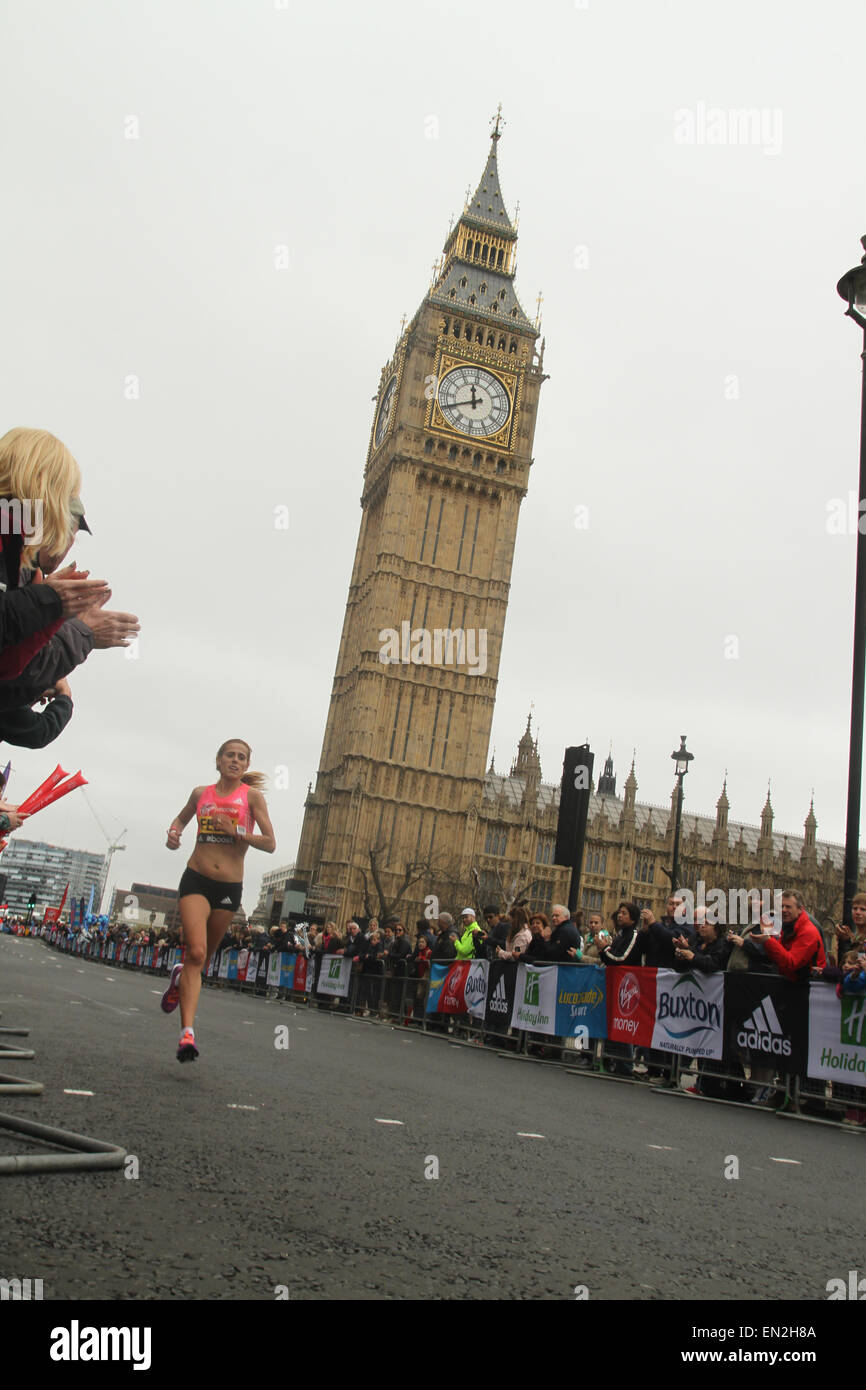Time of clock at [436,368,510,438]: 11:40
